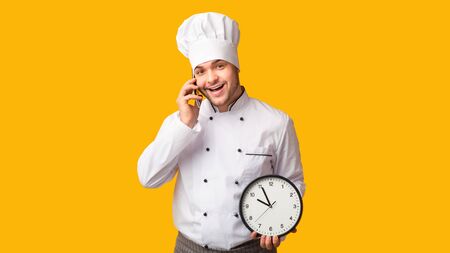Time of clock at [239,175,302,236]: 9:55
